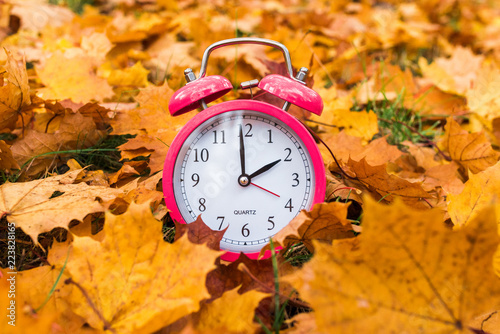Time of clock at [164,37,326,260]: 1:59
